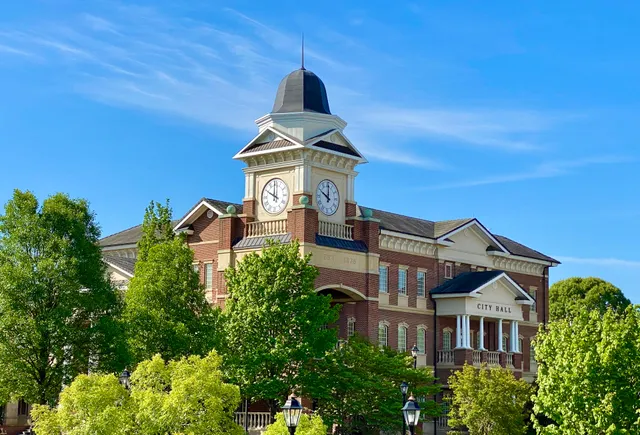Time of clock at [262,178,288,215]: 10:00
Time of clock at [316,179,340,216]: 10:00
